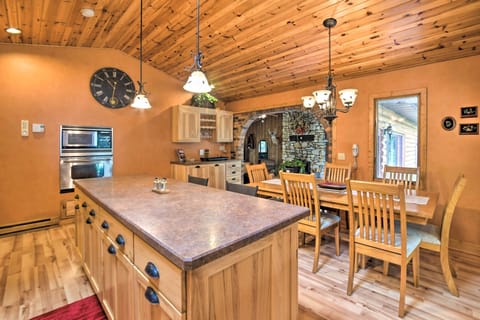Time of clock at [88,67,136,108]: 10:32
